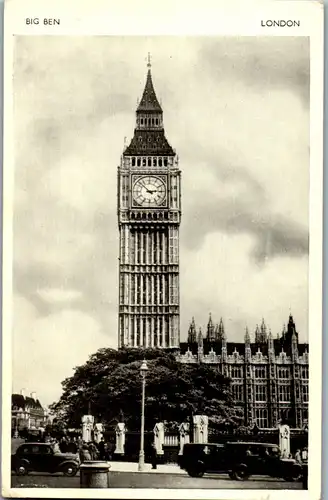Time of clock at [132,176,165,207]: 2:52
